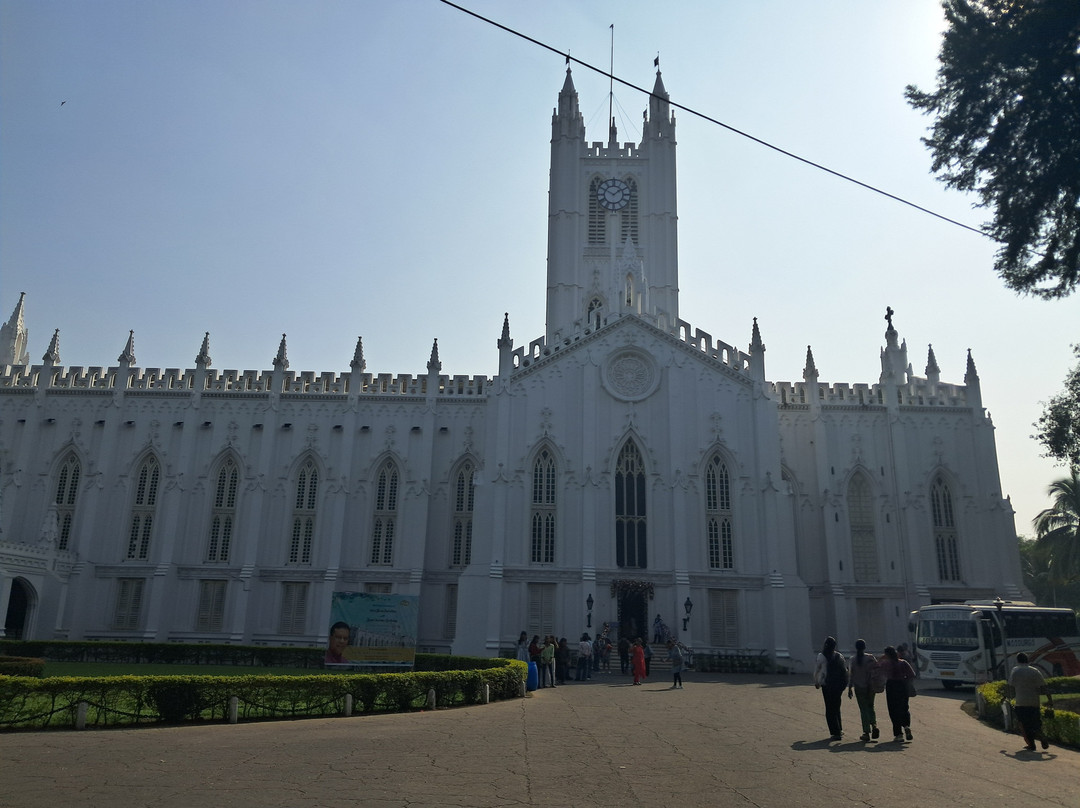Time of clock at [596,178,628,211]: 1:50
